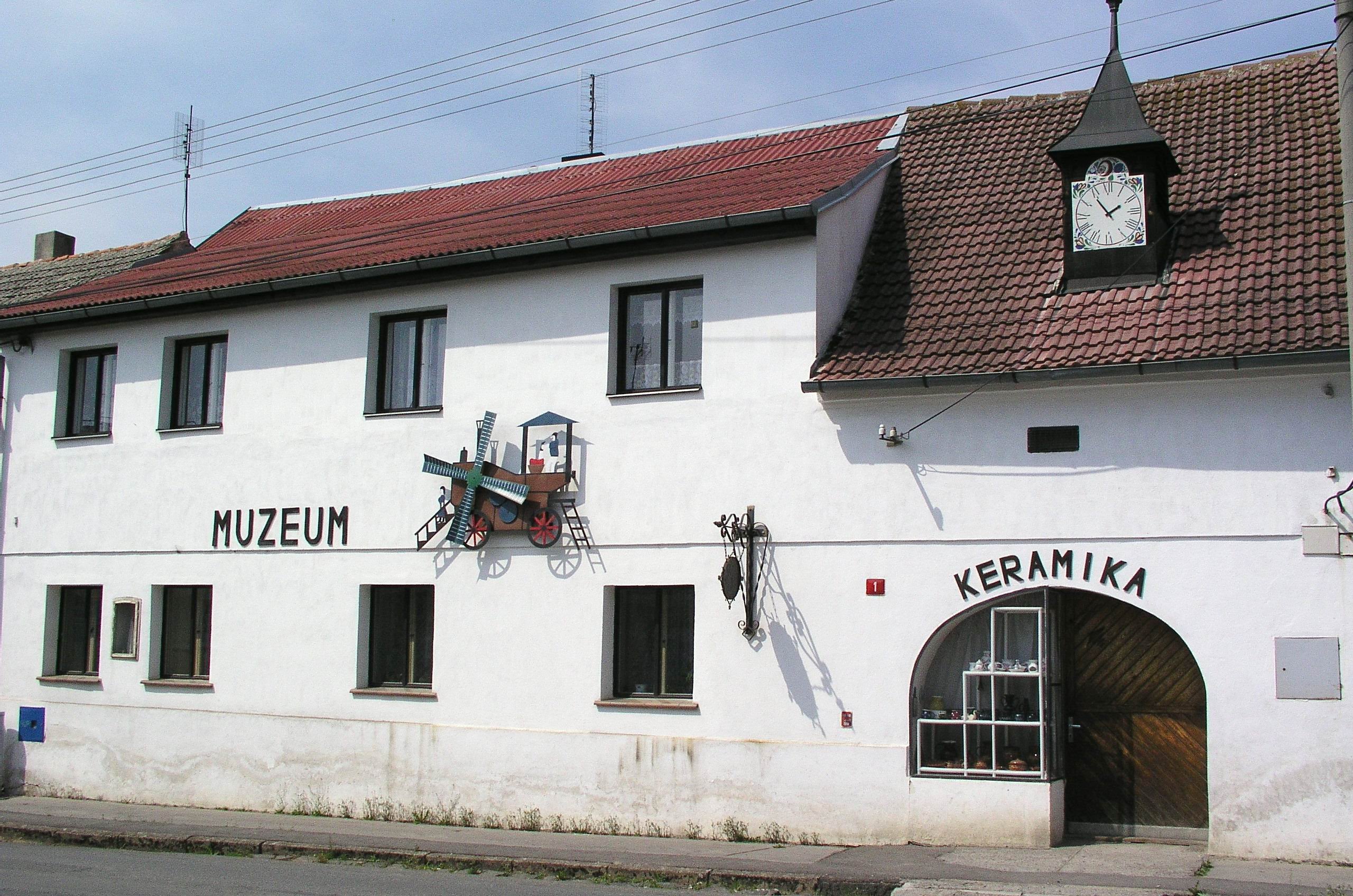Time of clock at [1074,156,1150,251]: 1:53
